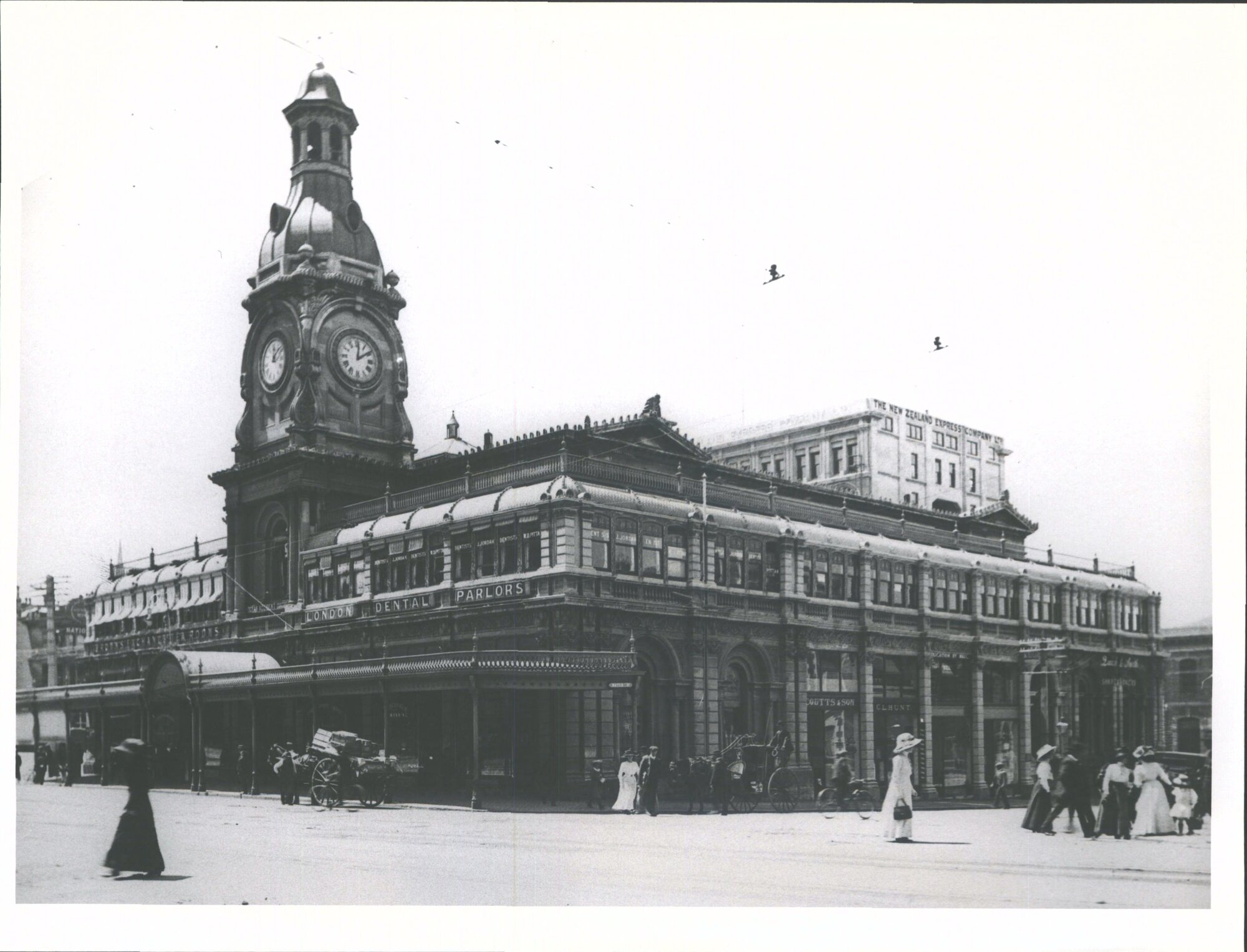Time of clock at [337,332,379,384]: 12:09
